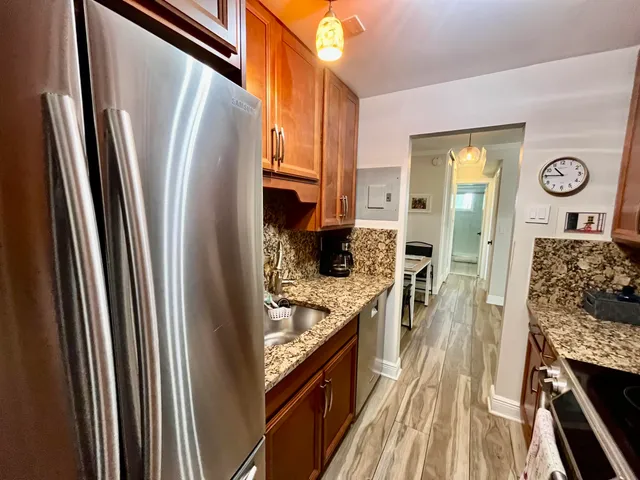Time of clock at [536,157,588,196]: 10:45
